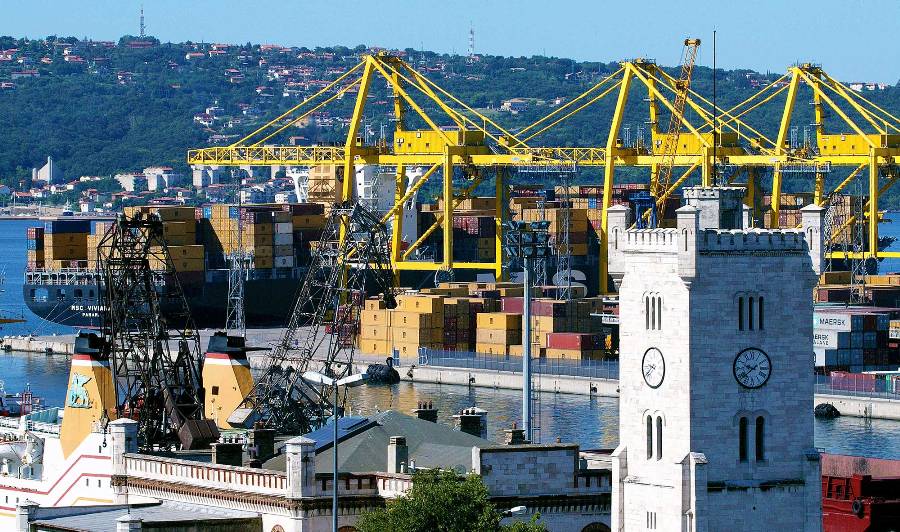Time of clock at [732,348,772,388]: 9:38
